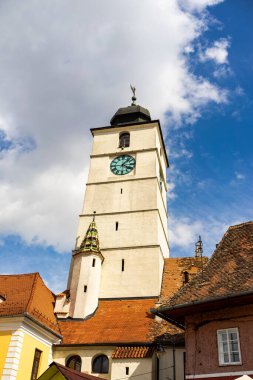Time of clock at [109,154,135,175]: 4:07
